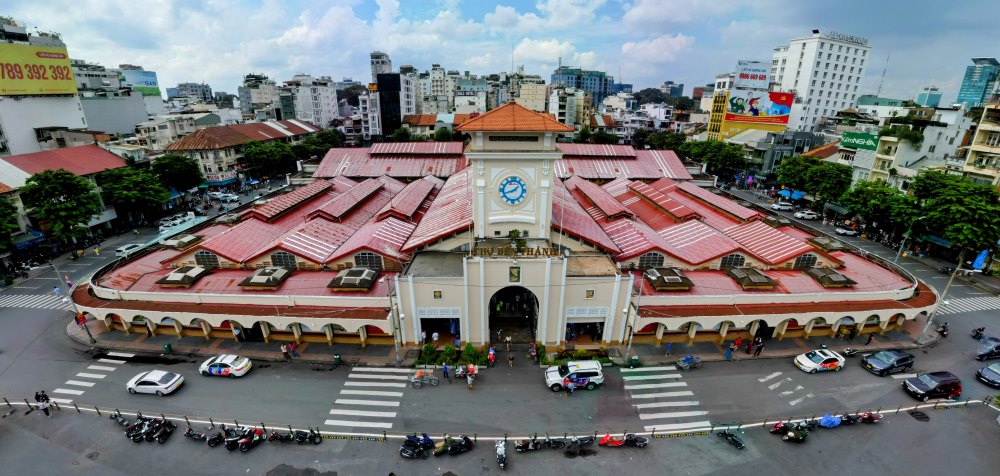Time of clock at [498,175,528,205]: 1:41
